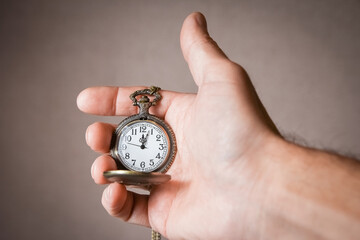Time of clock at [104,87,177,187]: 12:03
